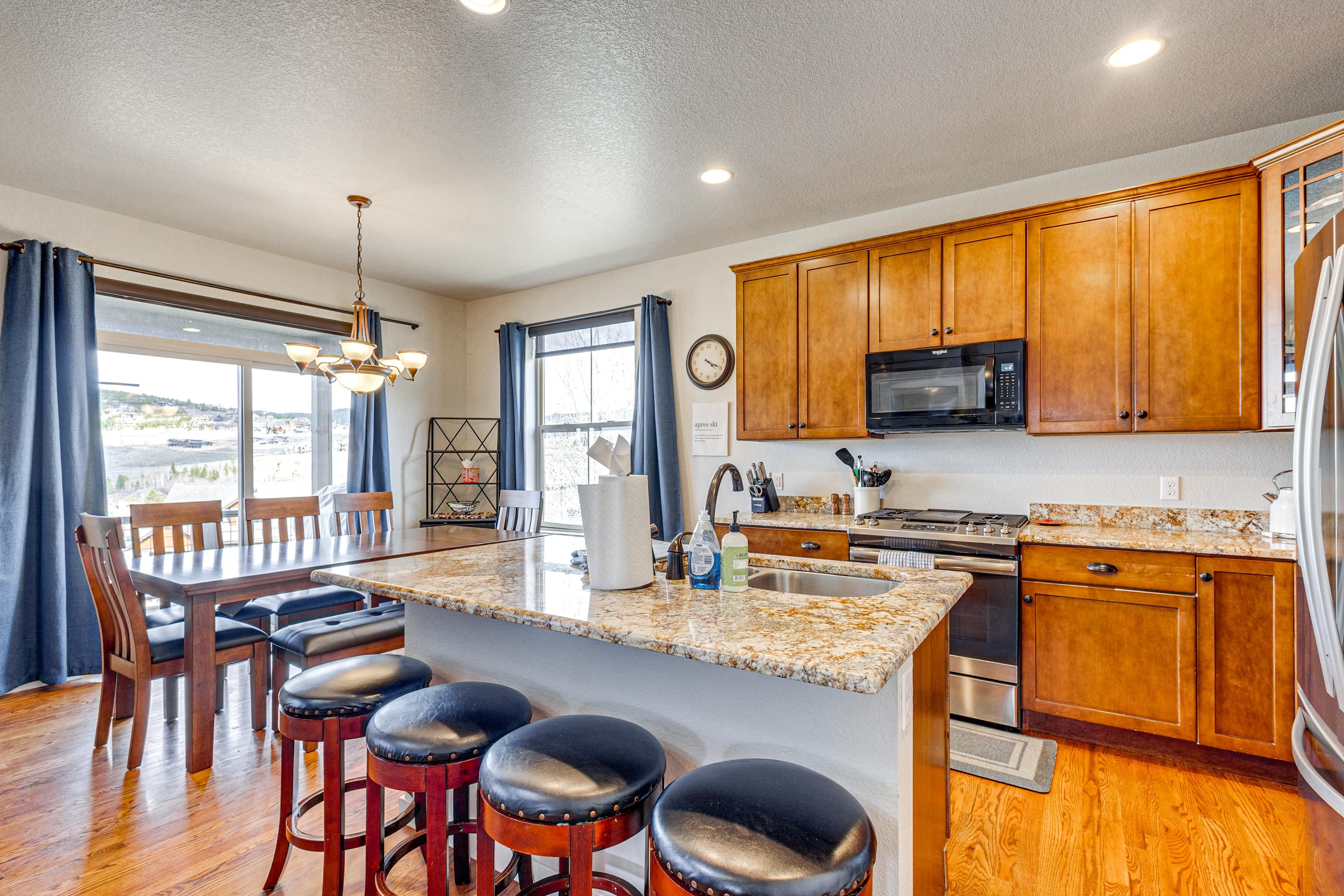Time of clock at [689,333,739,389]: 4:19
